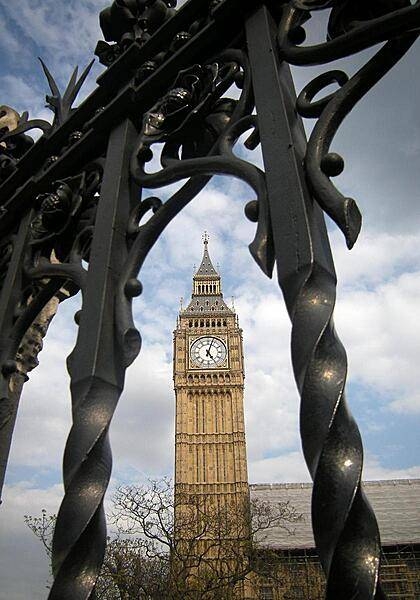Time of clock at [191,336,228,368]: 5:03
